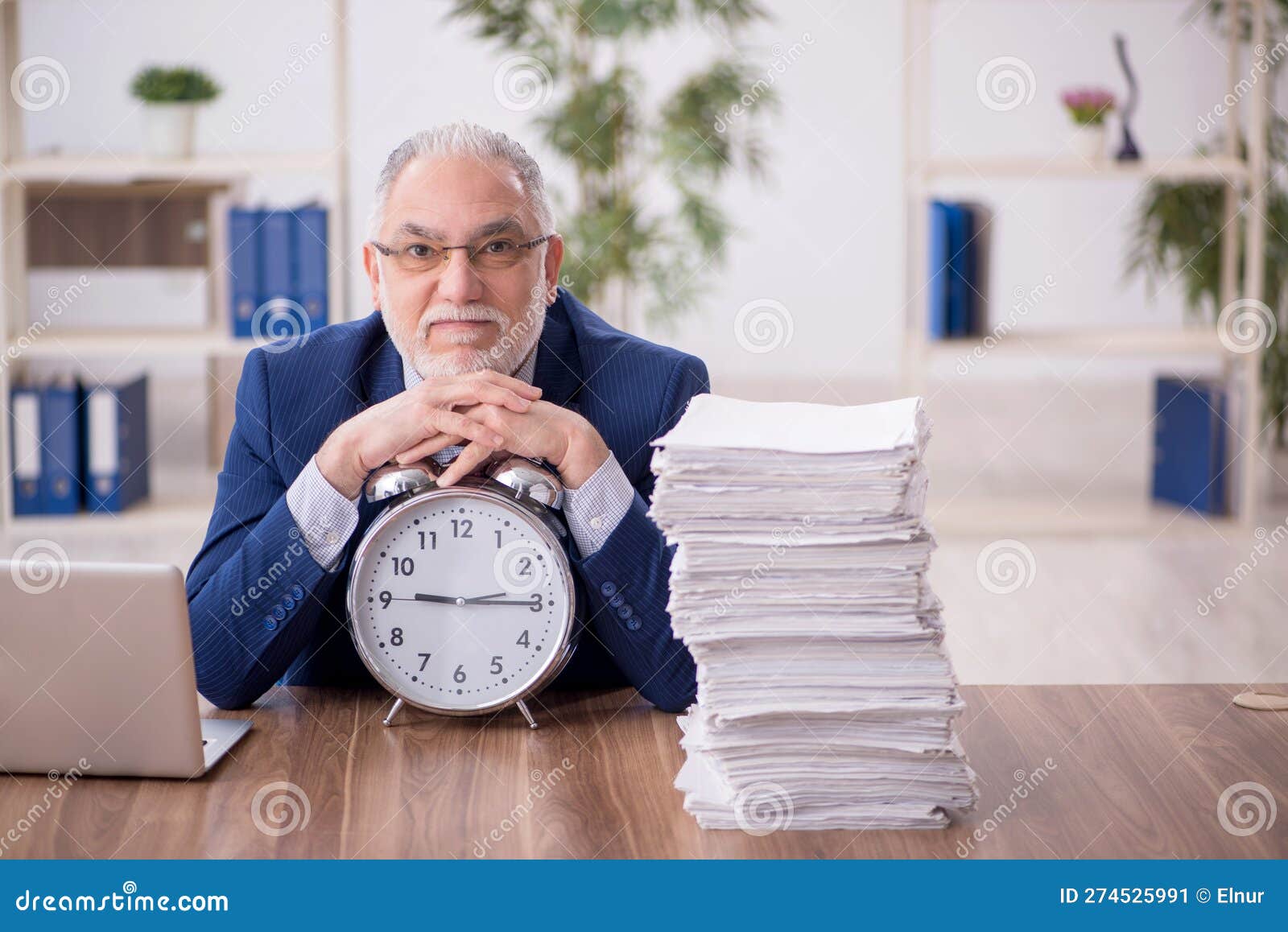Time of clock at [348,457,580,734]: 9:15
